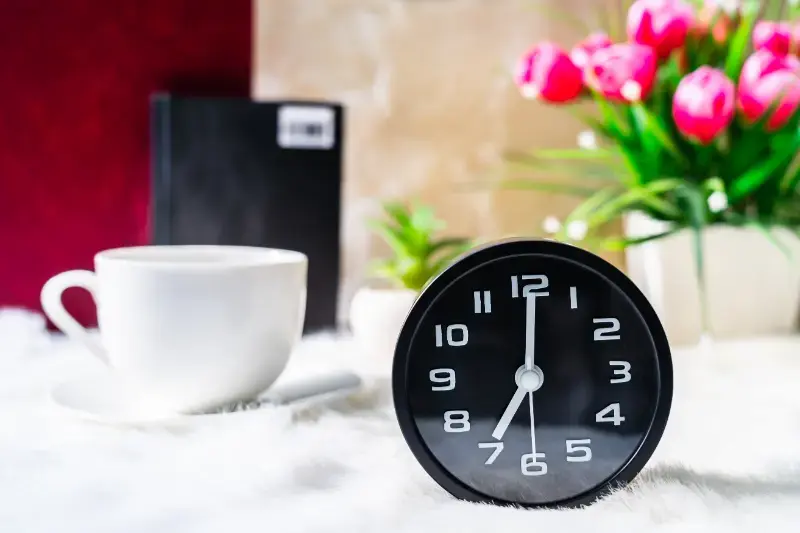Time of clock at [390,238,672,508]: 7:00
